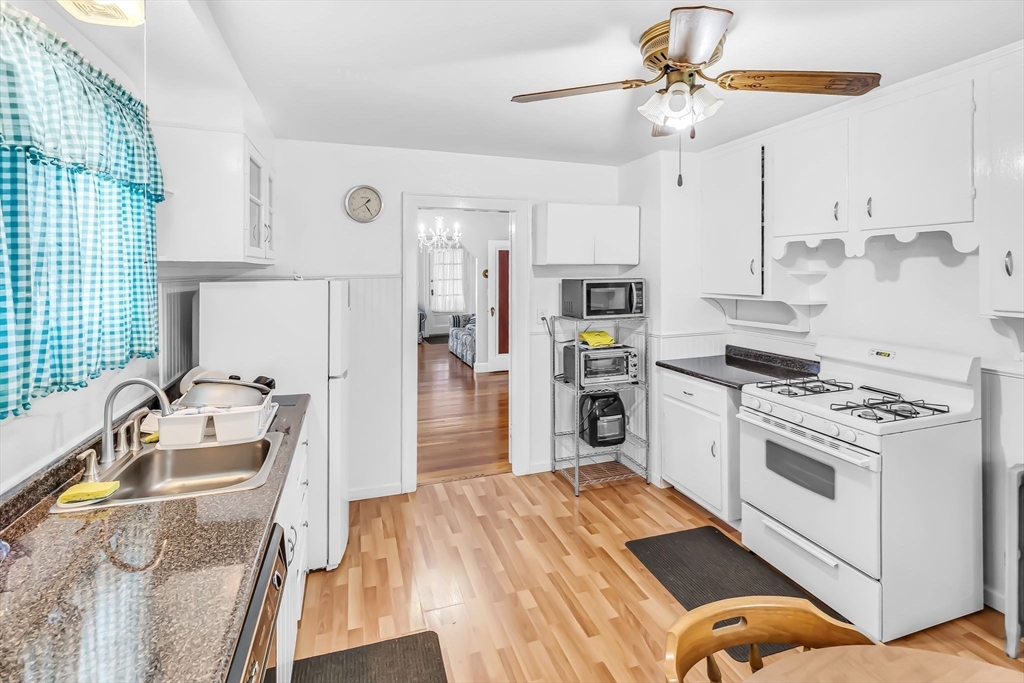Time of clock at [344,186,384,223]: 1:24
